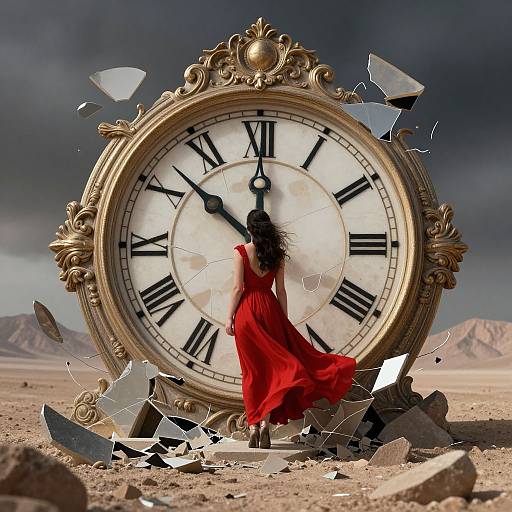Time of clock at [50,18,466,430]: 11:51
